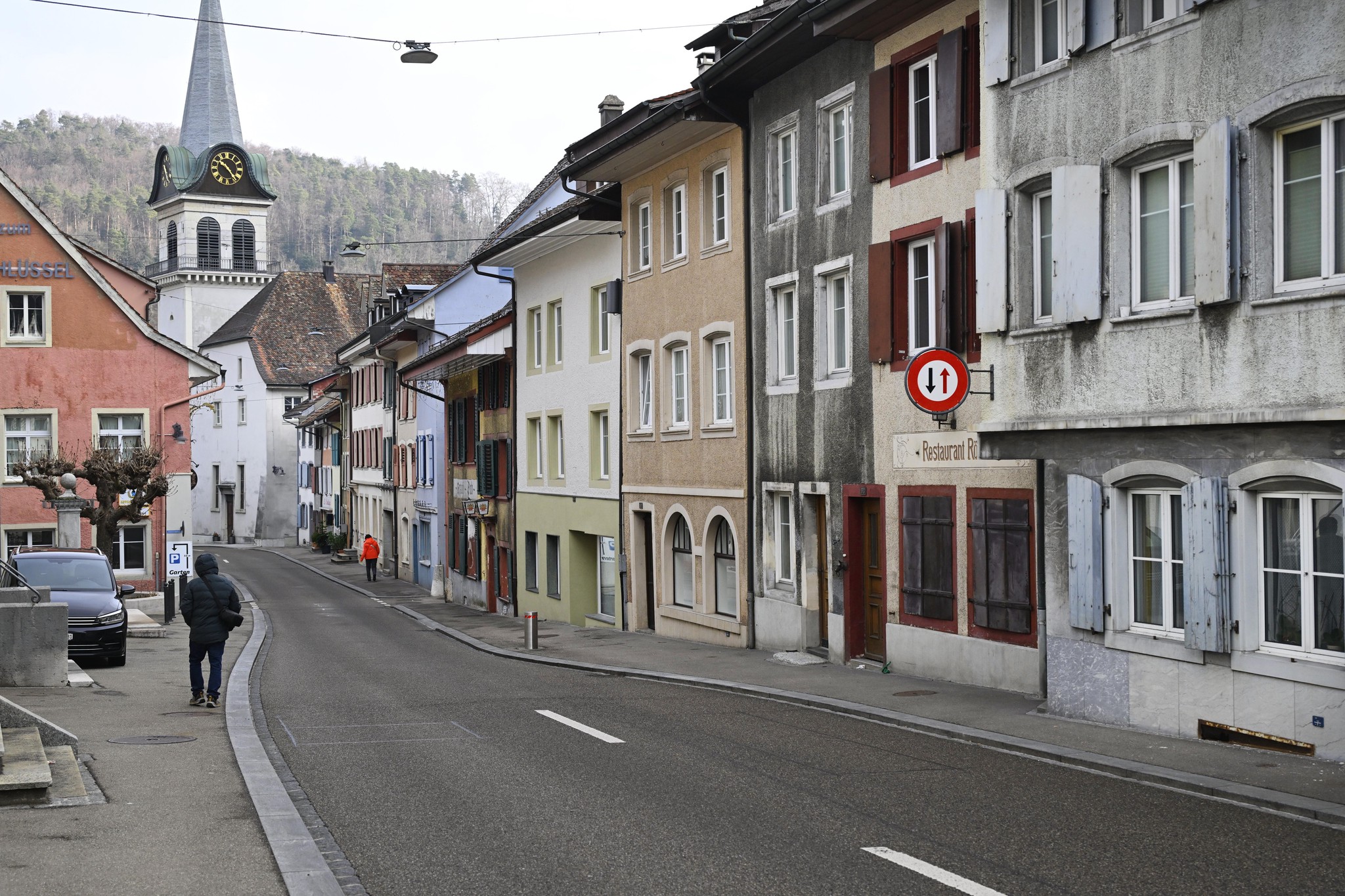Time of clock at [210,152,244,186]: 10:23
